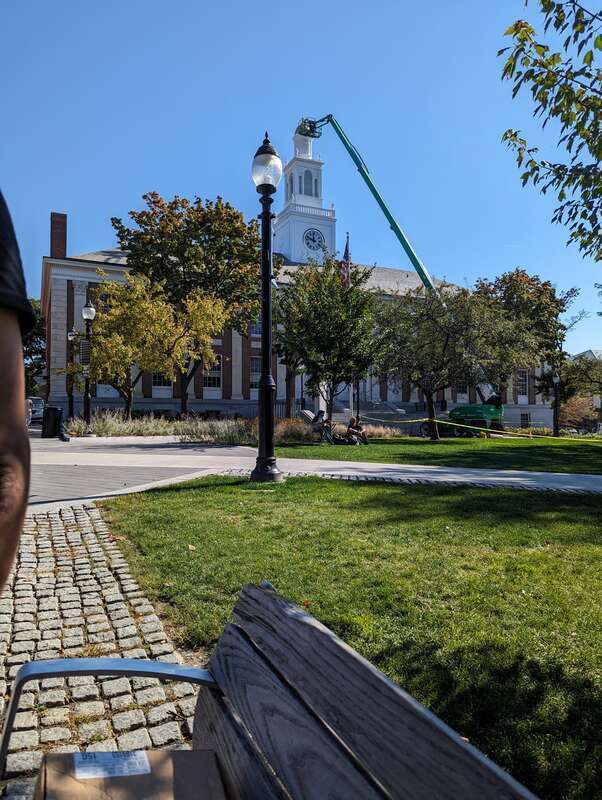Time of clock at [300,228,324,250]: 11:48
